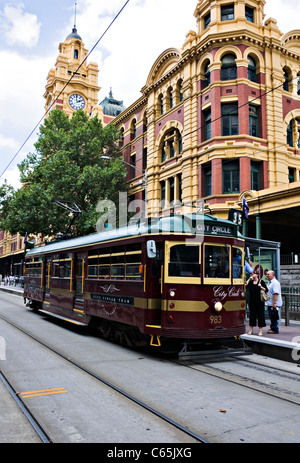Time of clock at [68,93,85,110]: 1:59
